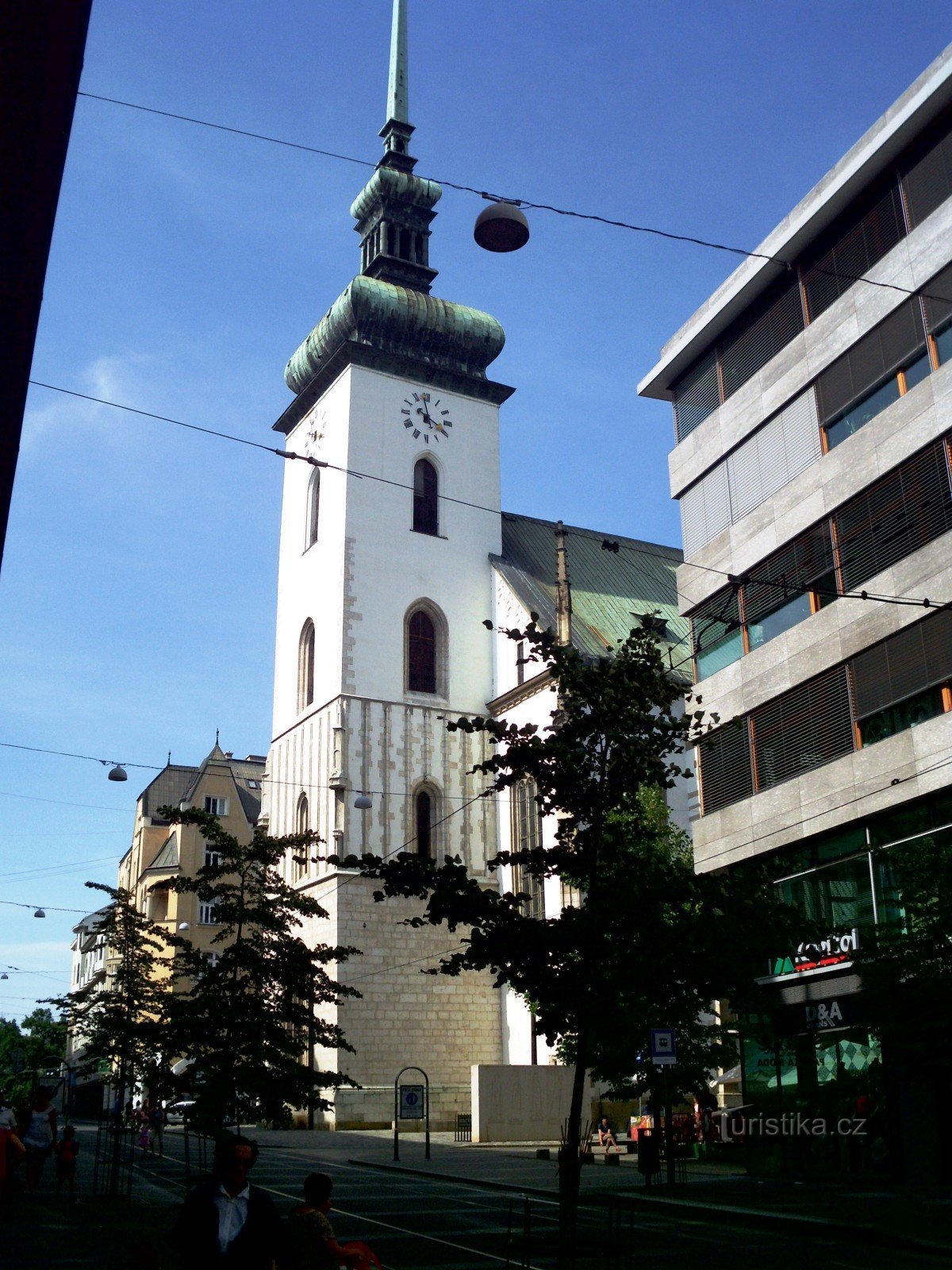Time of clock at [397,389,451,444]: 3:58
